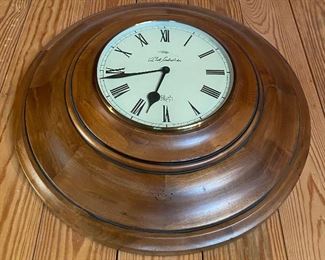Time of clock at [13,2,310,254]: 6:43
